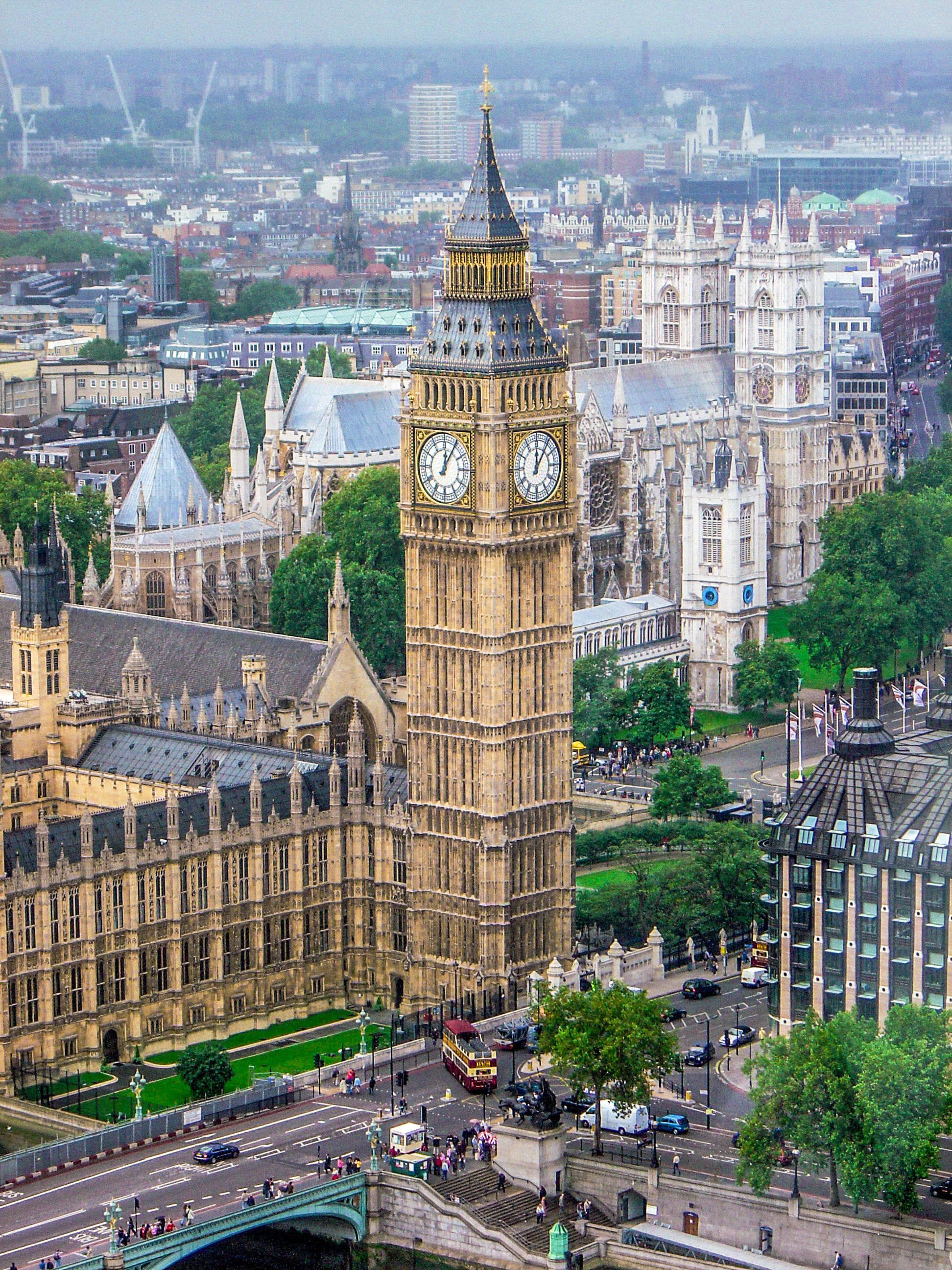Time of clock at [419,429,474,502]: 12:05
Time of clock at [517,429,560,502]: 12:06
